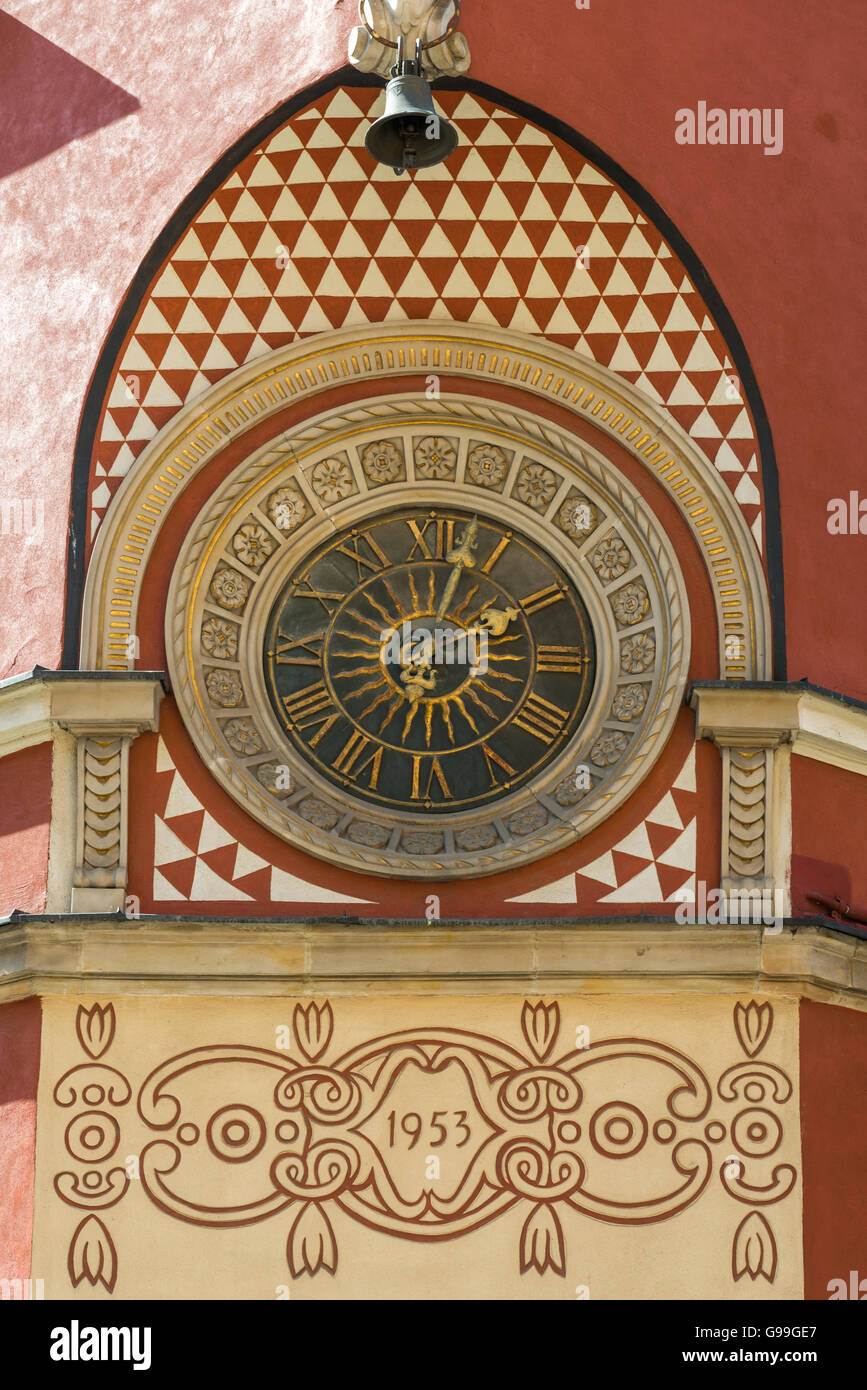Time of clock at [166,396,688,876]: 2:02
